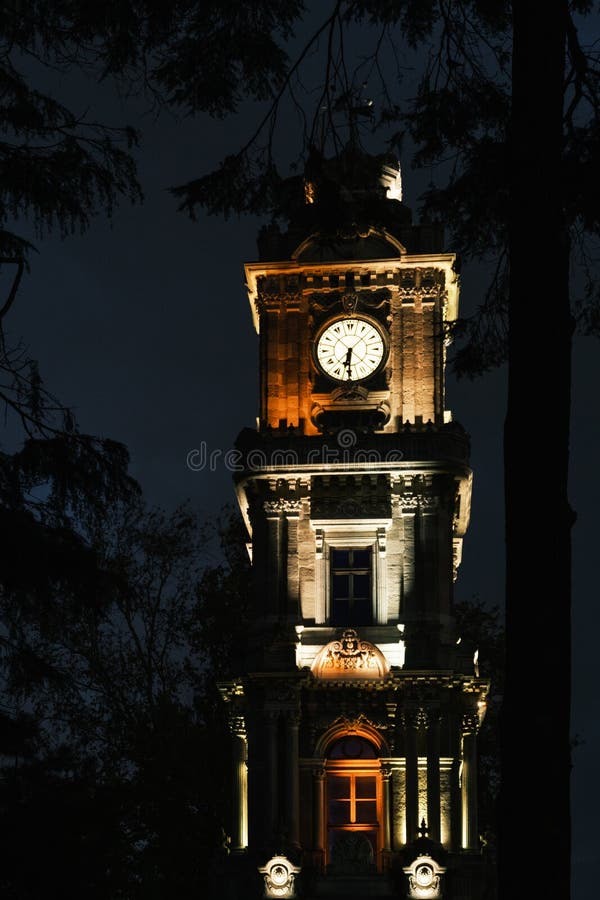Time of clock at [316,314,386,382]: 6:30
